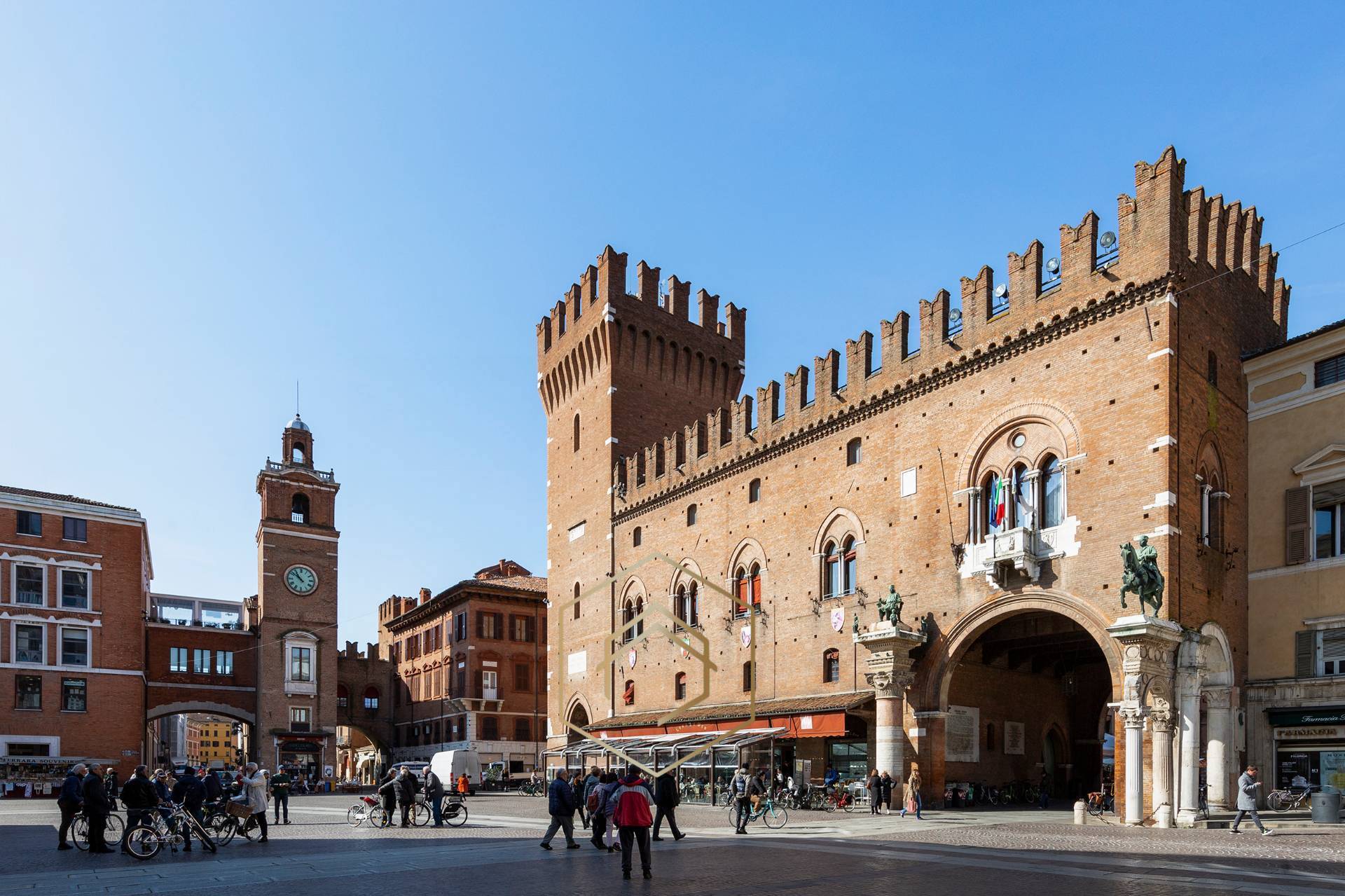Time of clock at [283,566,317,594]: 10:51
